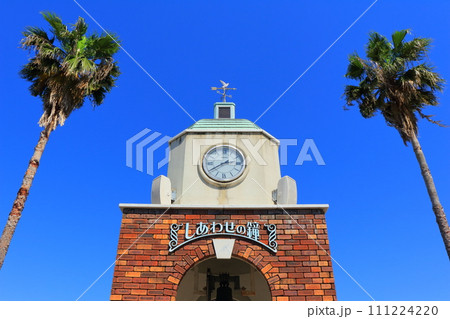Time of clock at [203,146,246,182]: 2:40
